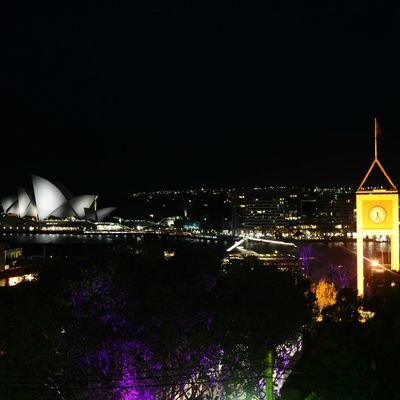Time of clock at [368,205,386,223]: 6:26
